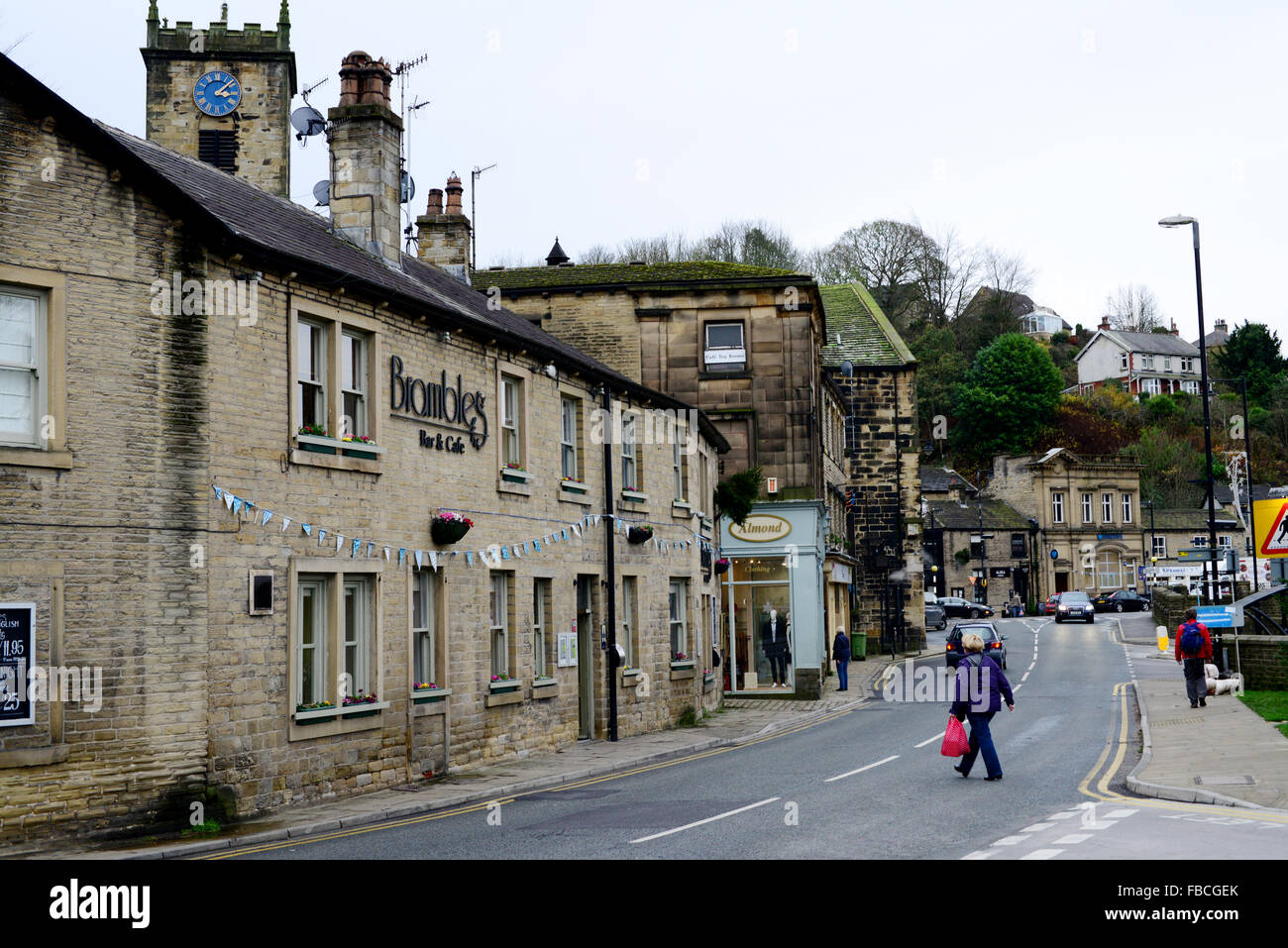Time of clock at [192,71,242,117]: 3:08
